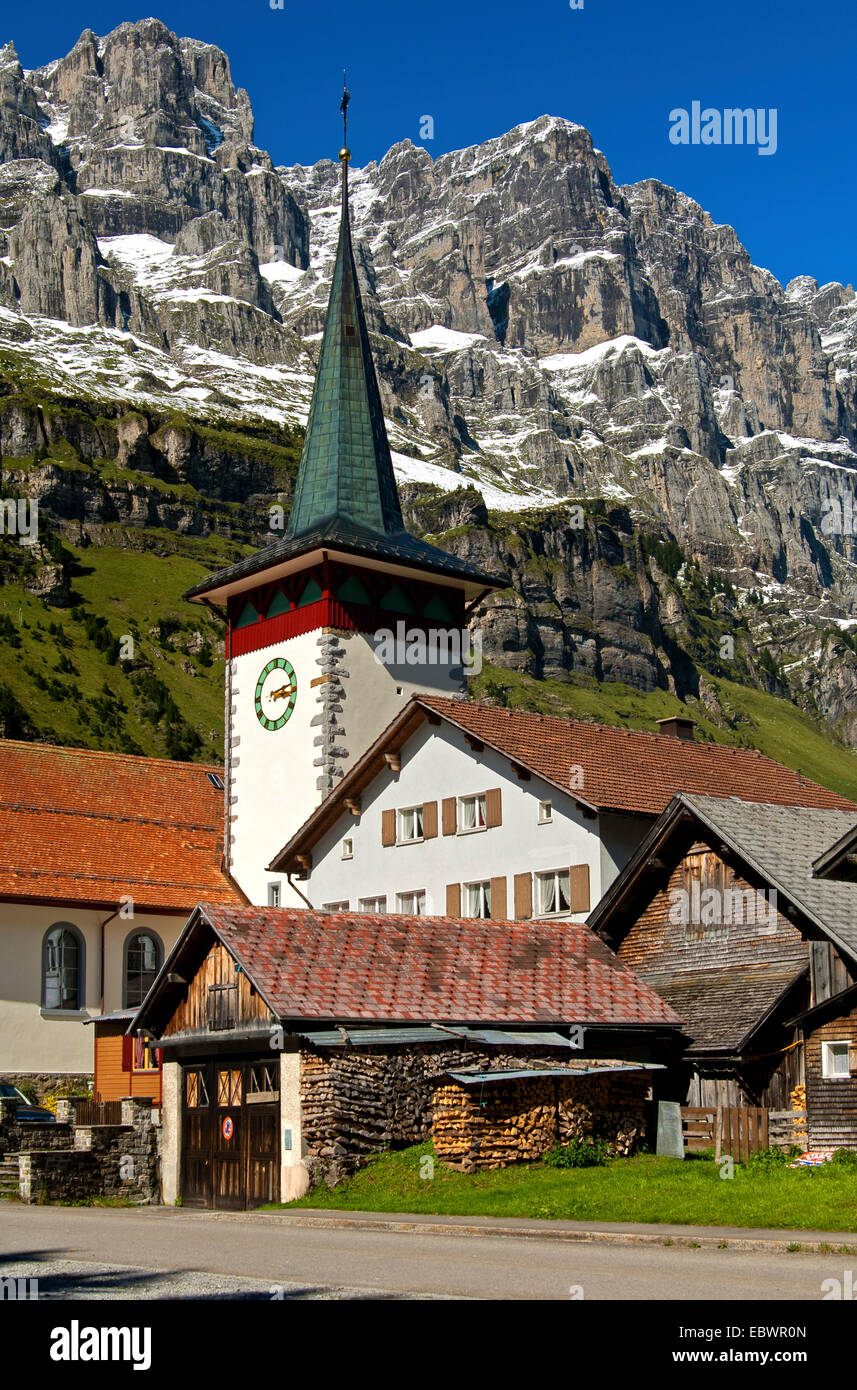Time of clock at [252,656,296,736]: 3:13
